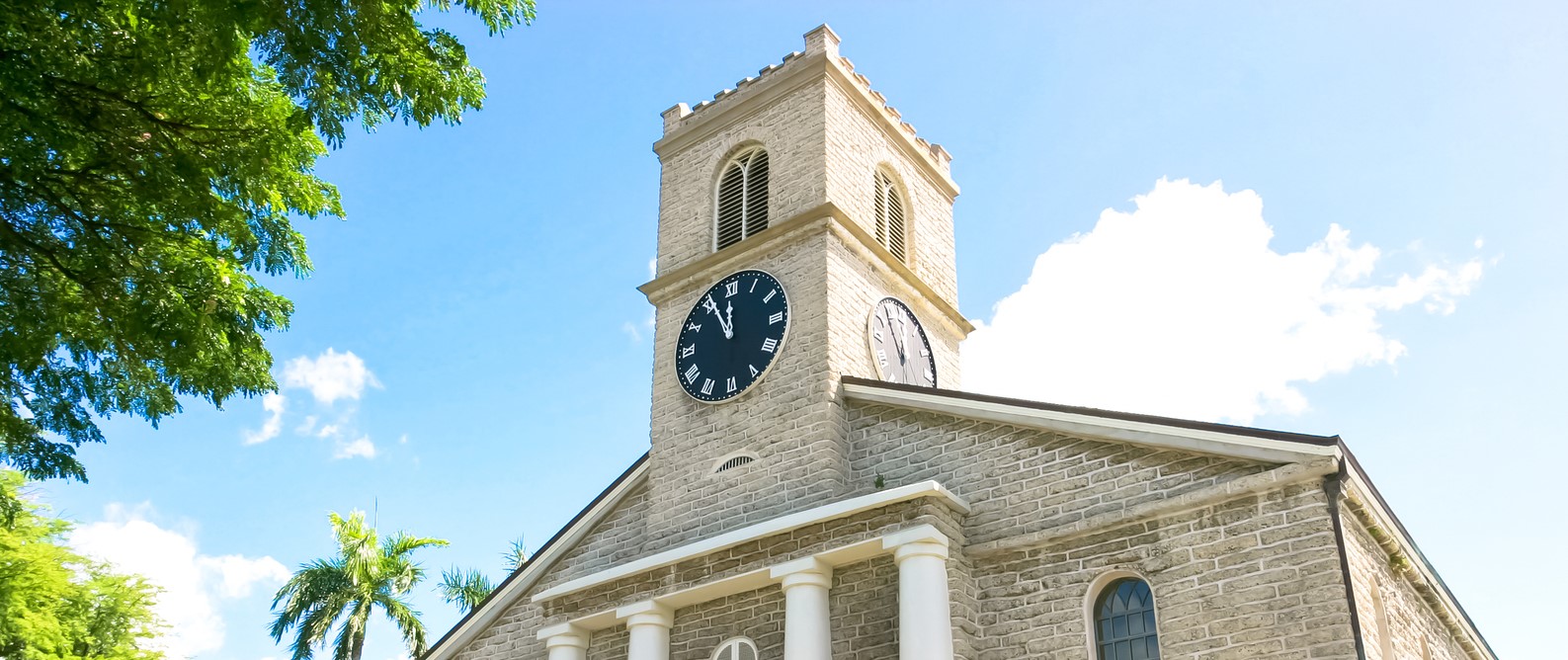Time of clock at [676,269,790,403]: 11:55
